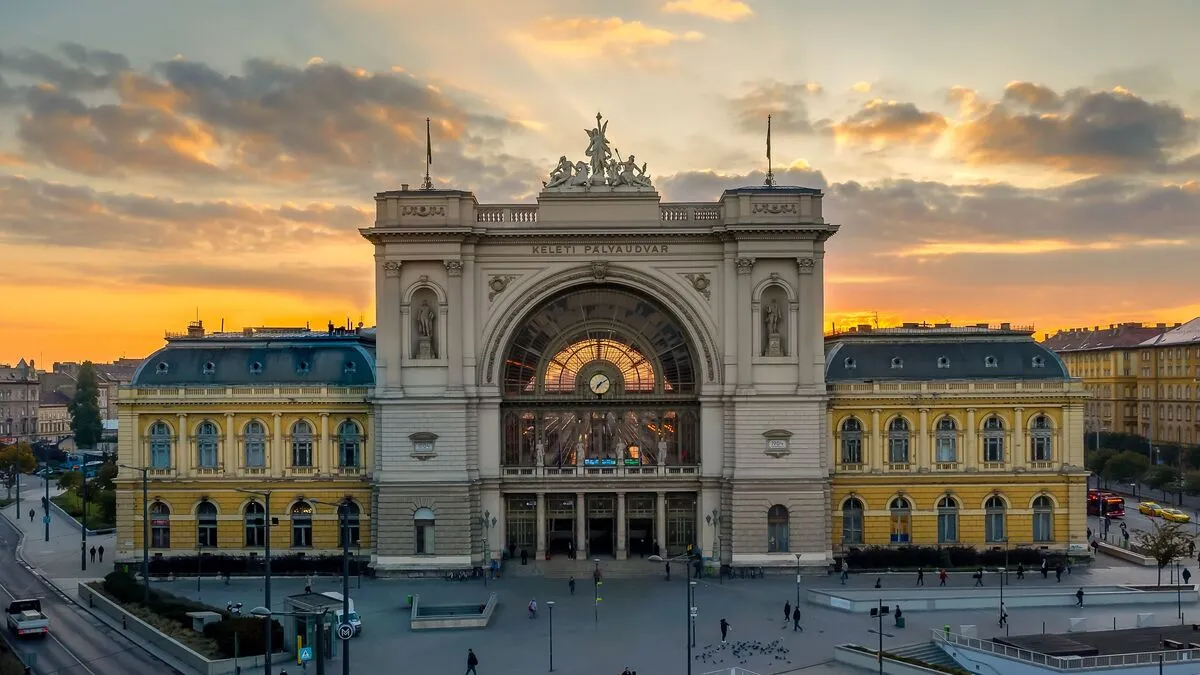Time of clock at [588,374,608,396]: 7:09
